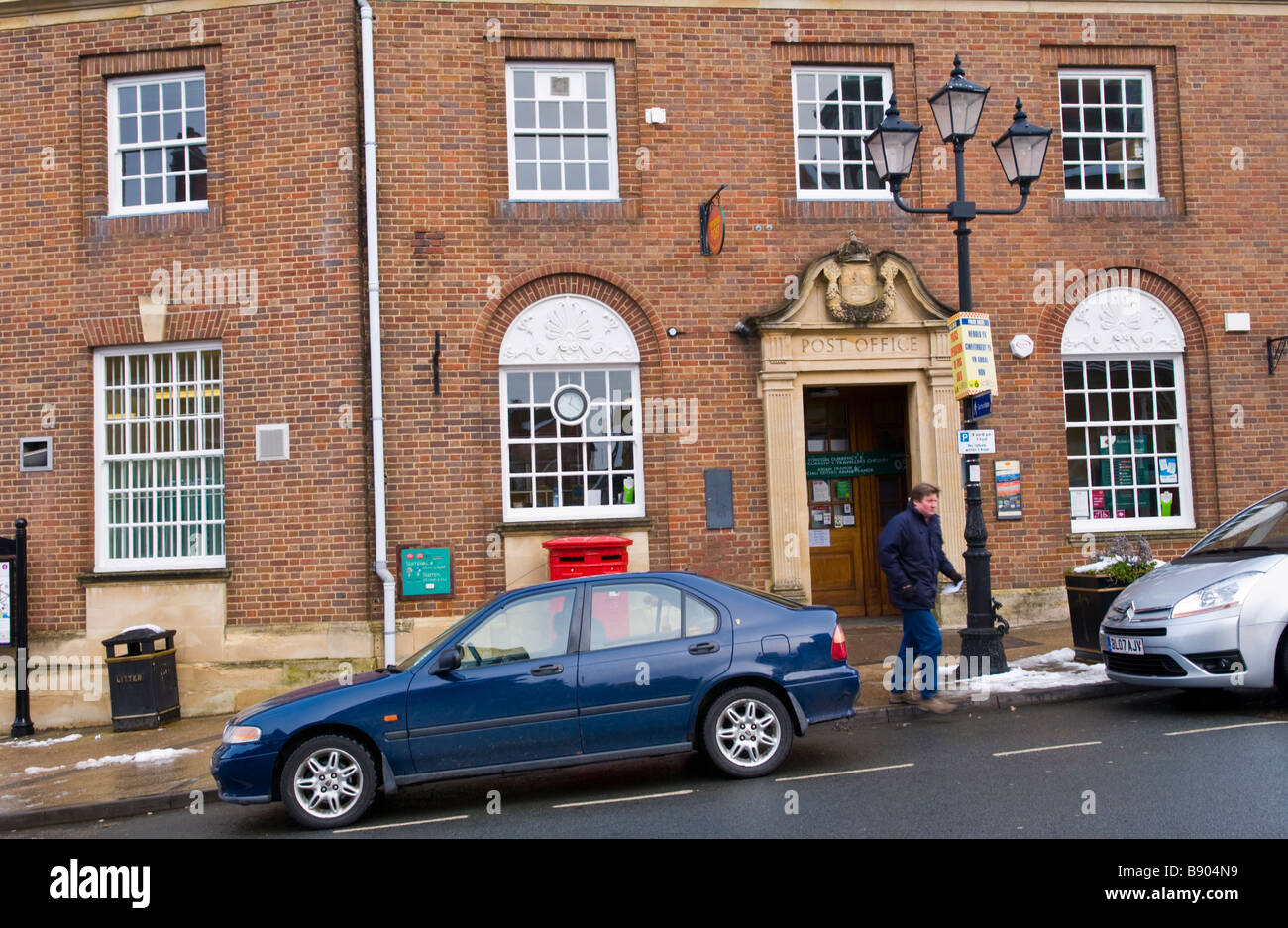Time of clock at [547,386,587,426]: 12:20
